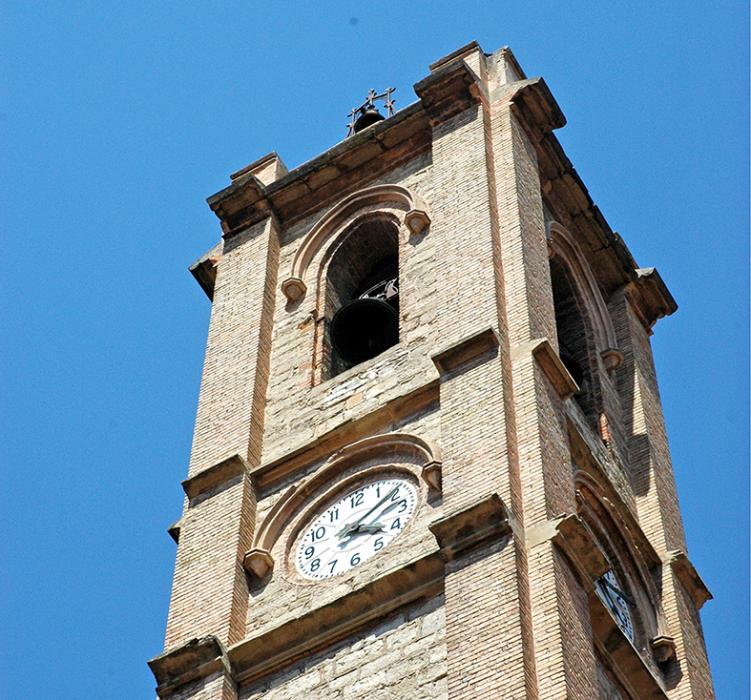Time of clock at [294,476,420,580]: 4:09
